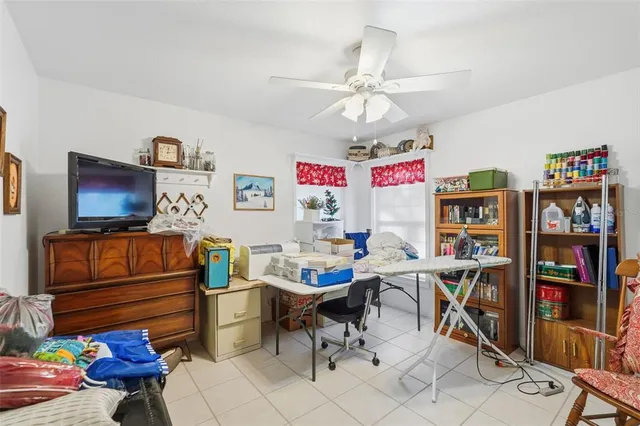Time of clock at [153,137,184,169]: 12:13
